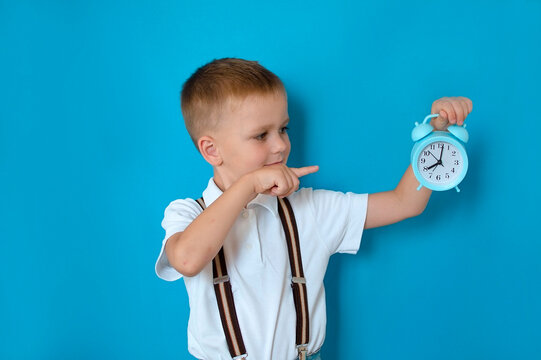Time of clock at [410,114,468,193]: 8:01
